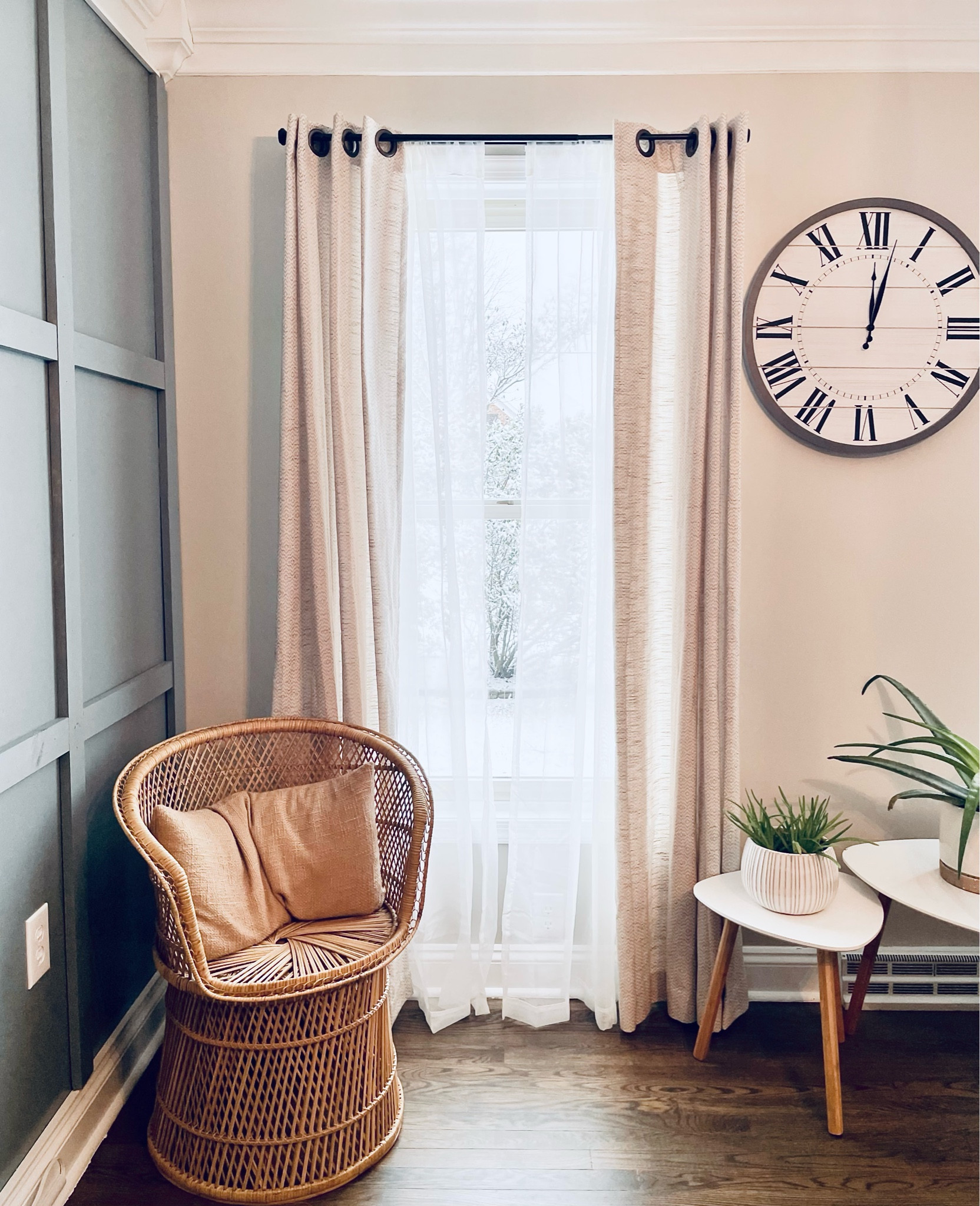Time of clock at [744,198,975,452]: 12:02
